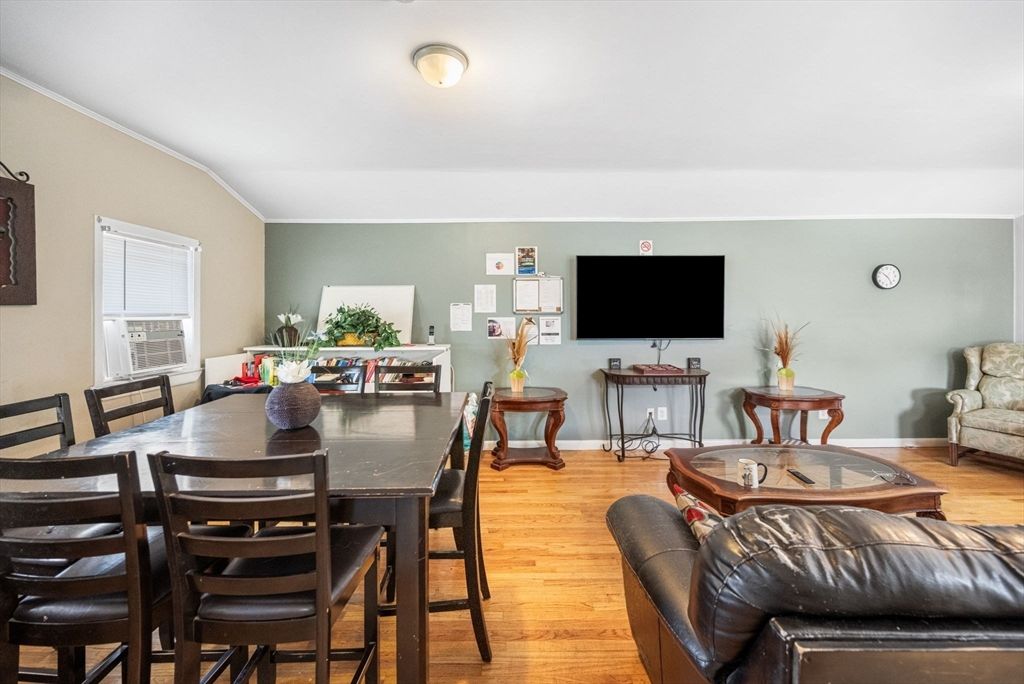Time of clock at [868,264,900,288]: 10:24
